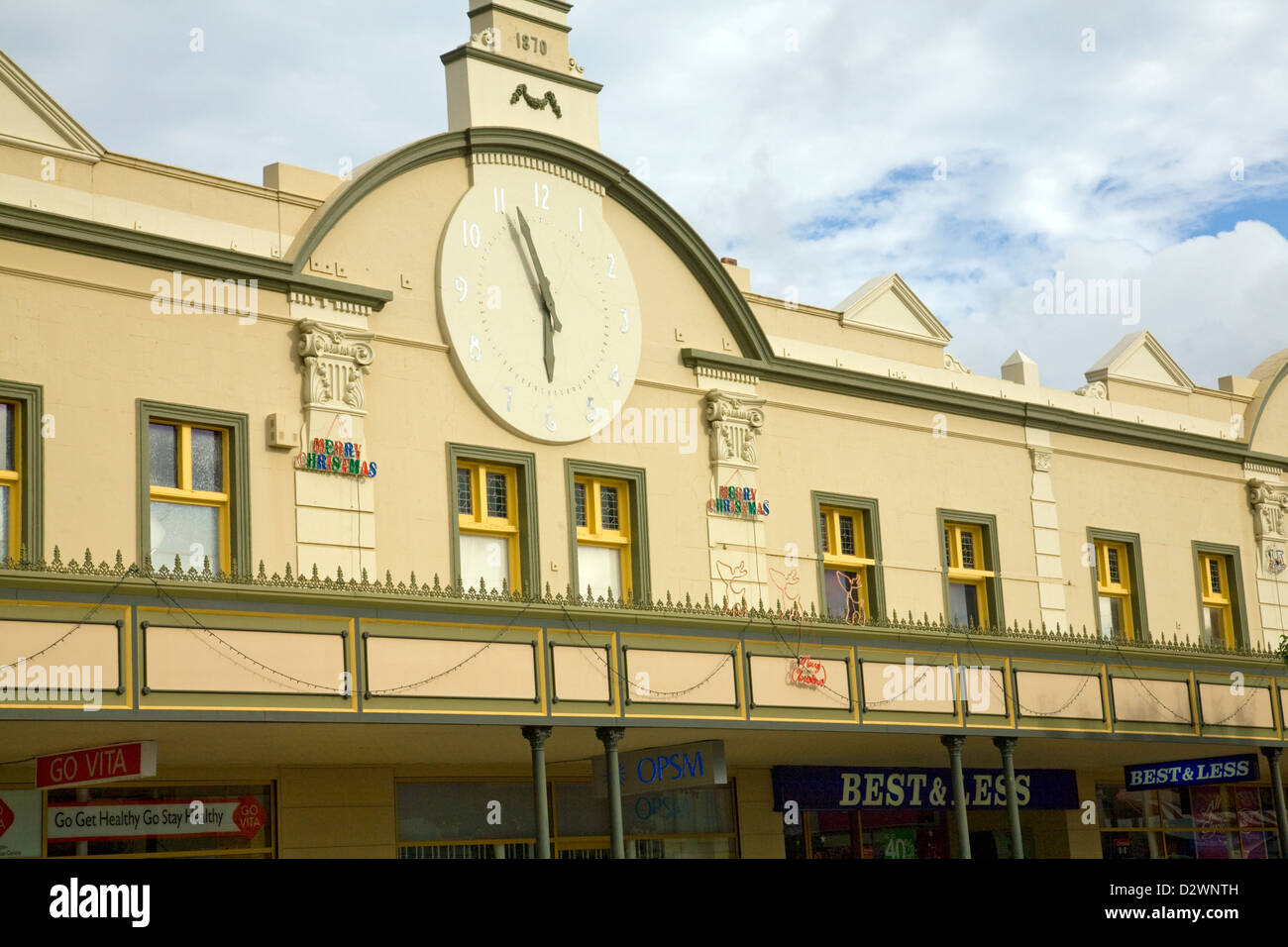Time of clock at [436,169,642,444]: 5:56
